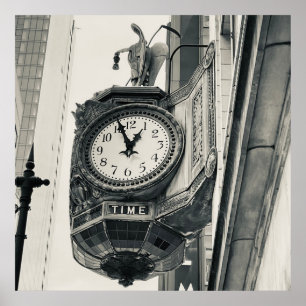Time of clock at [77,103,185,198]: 12:56
